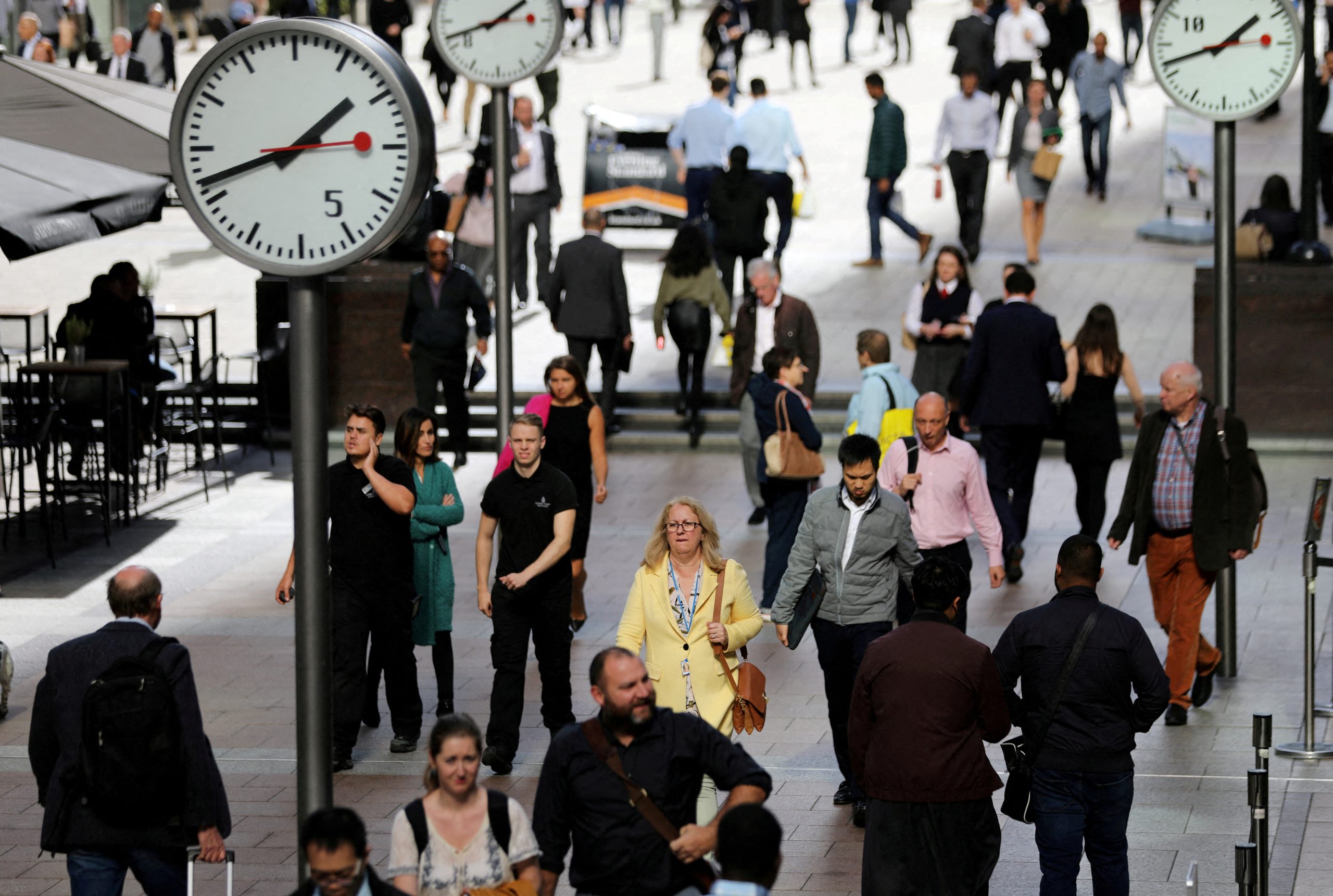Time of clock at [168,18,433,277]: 1:42
